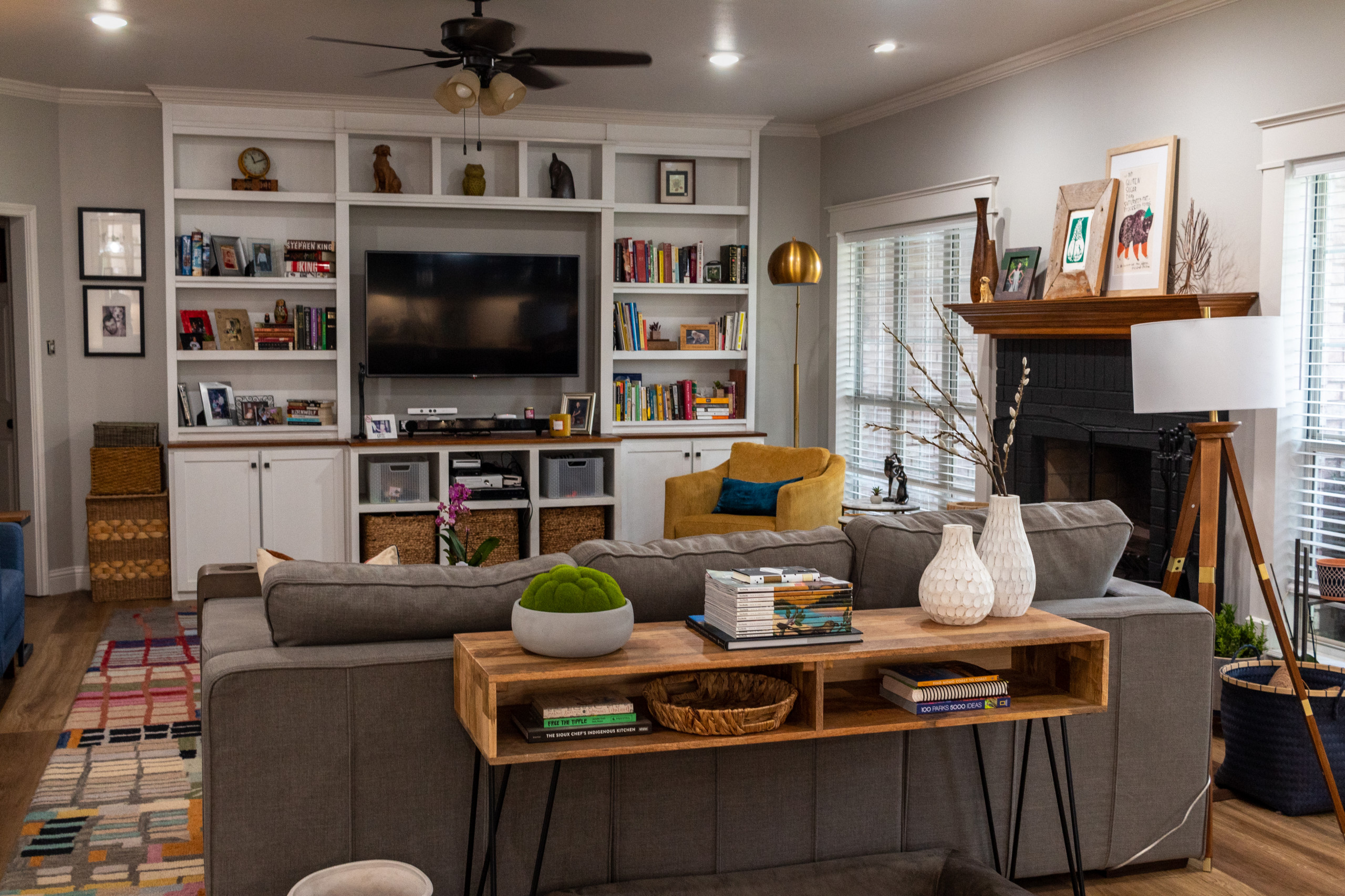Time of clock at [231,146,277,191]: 11:11
